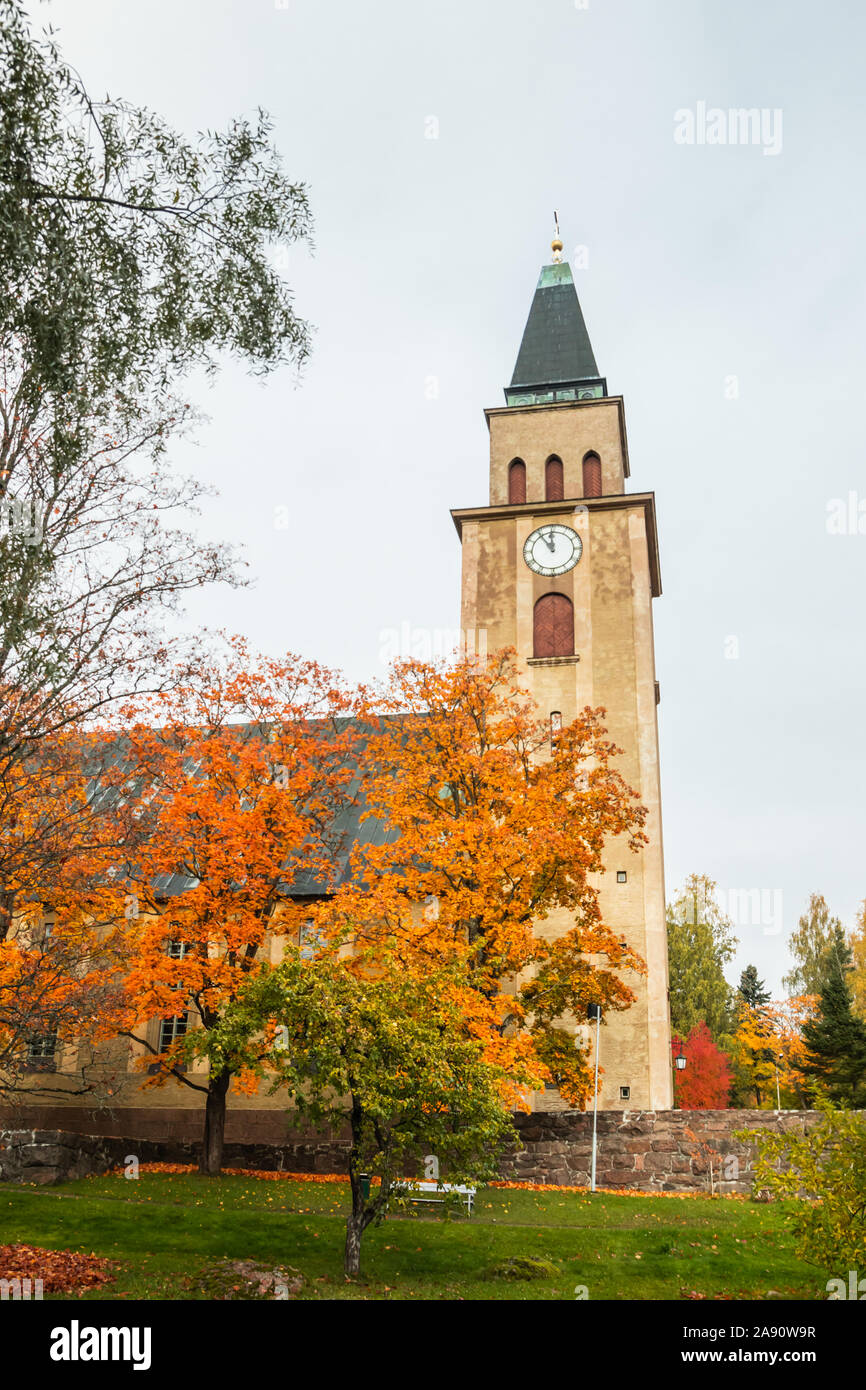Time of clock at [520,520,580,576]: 11:54
